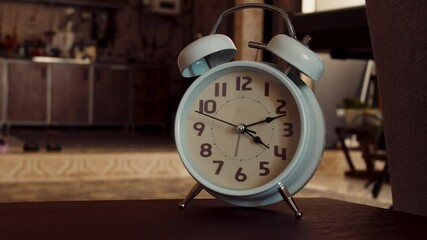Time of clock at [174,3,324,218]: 4:11
